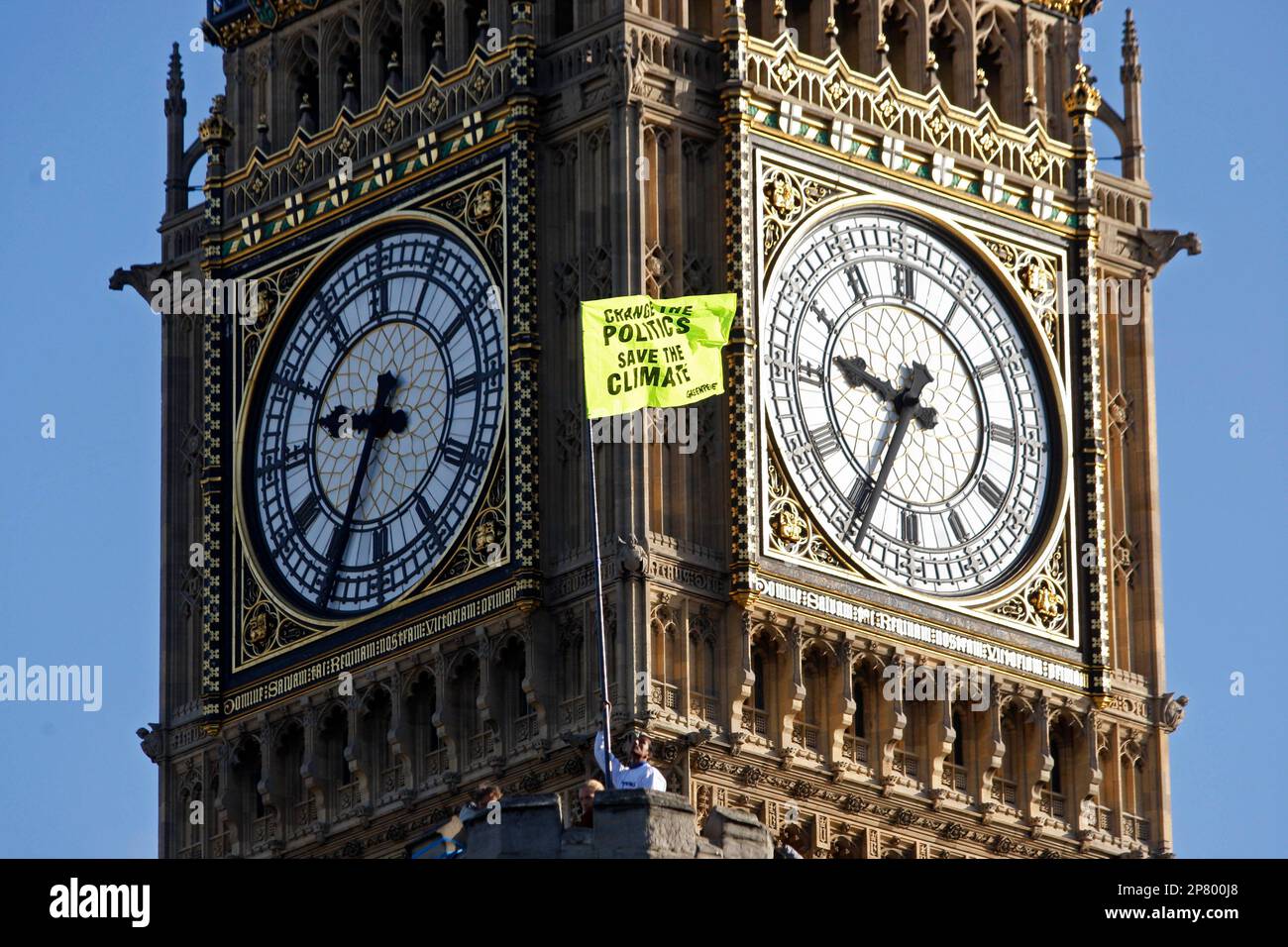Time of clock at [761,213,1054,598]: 9:34
